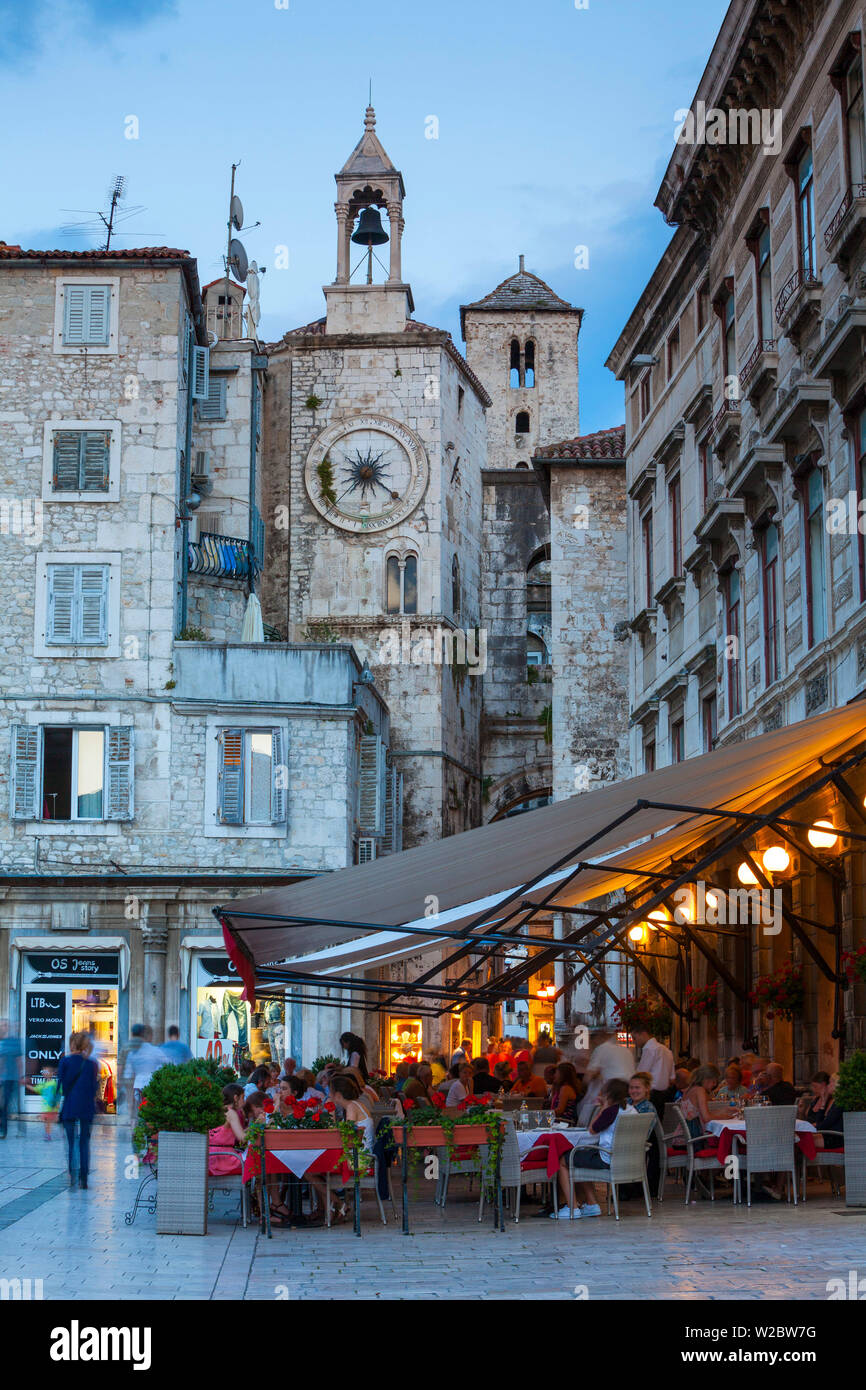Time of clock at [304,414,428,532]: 1:21
